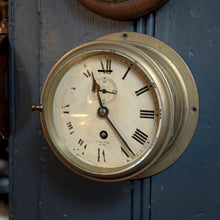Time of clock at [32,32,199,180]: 11:23
